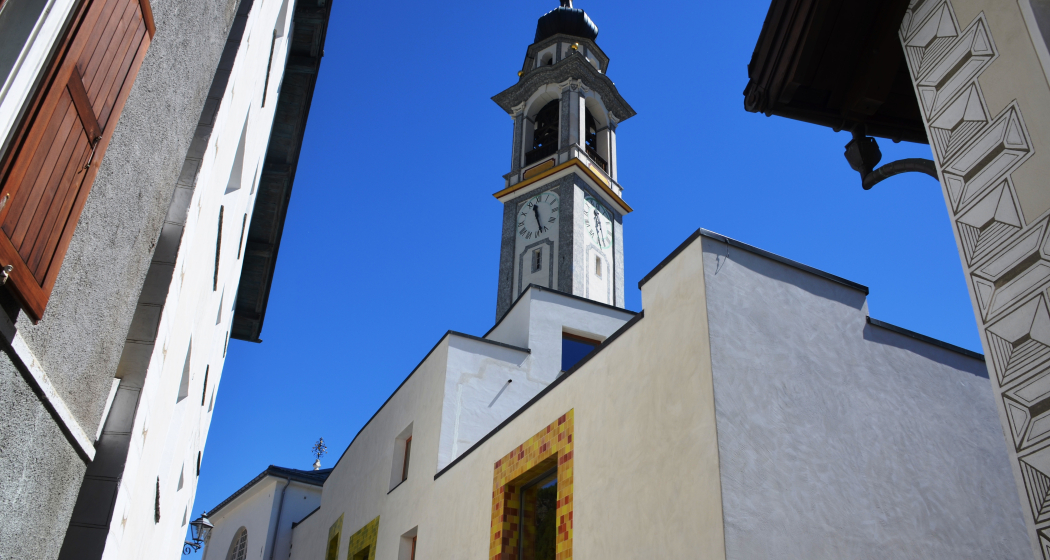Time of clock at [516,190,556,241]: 11:27
